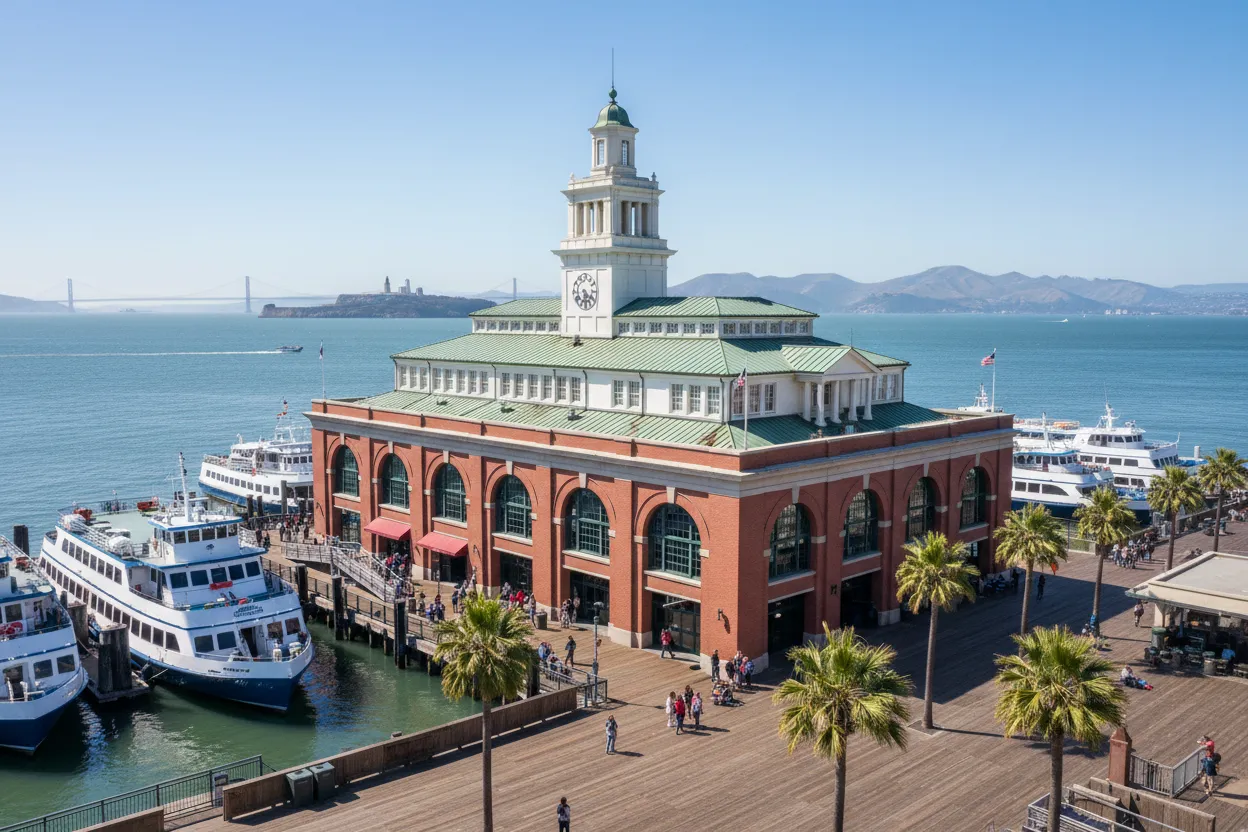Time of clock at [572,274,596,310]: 6:20
